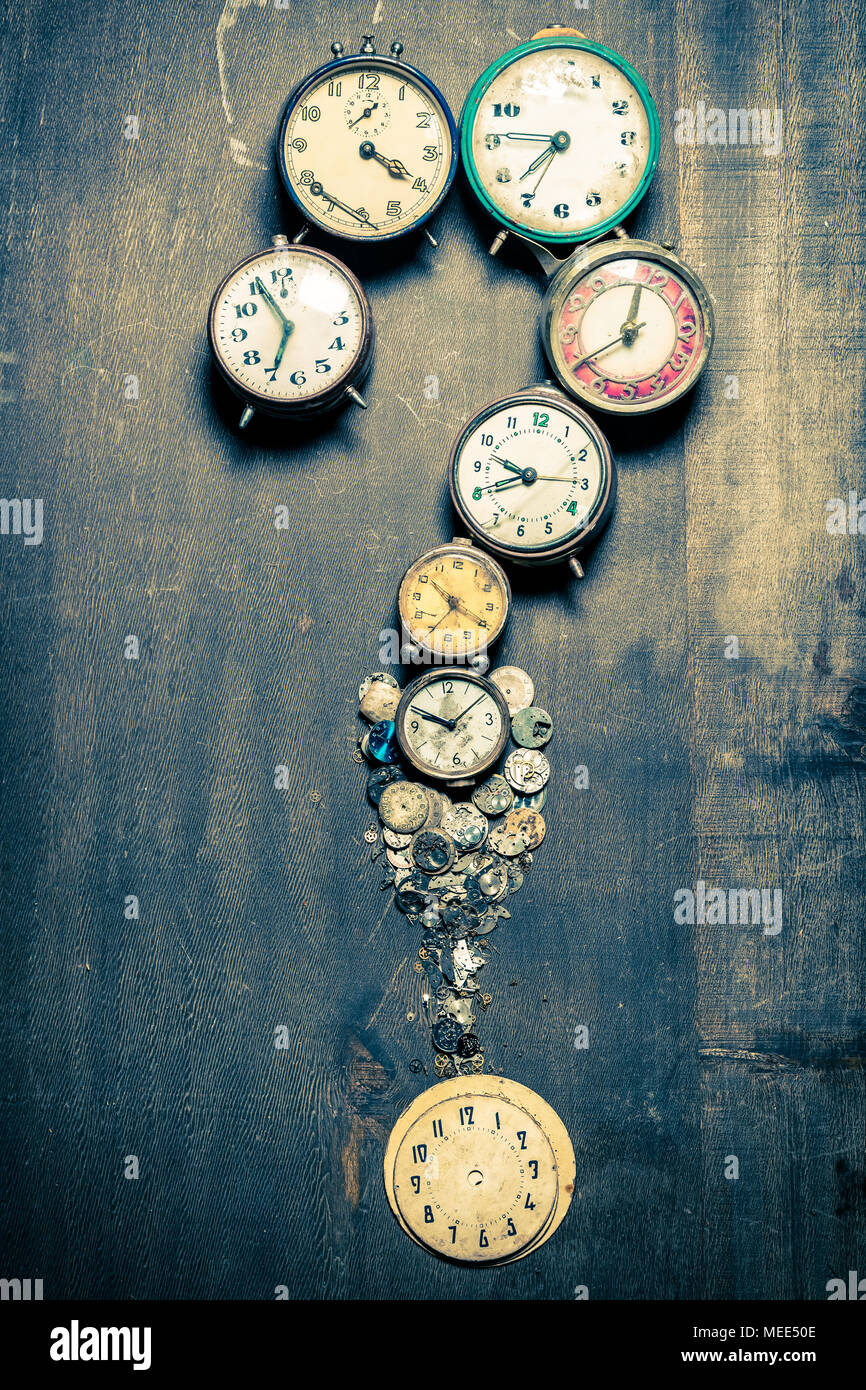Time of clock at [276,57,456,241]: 4:19
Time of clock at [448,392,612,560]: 9:40
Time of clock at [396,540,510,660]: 10:19
